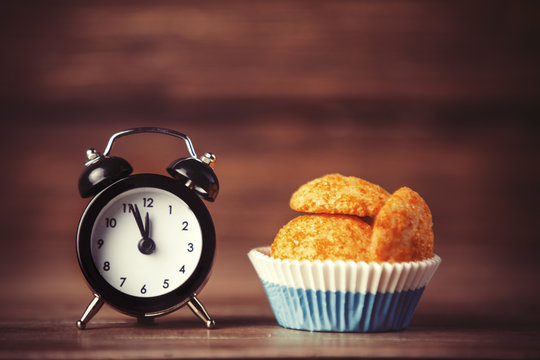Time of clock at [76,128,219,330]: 11:56
